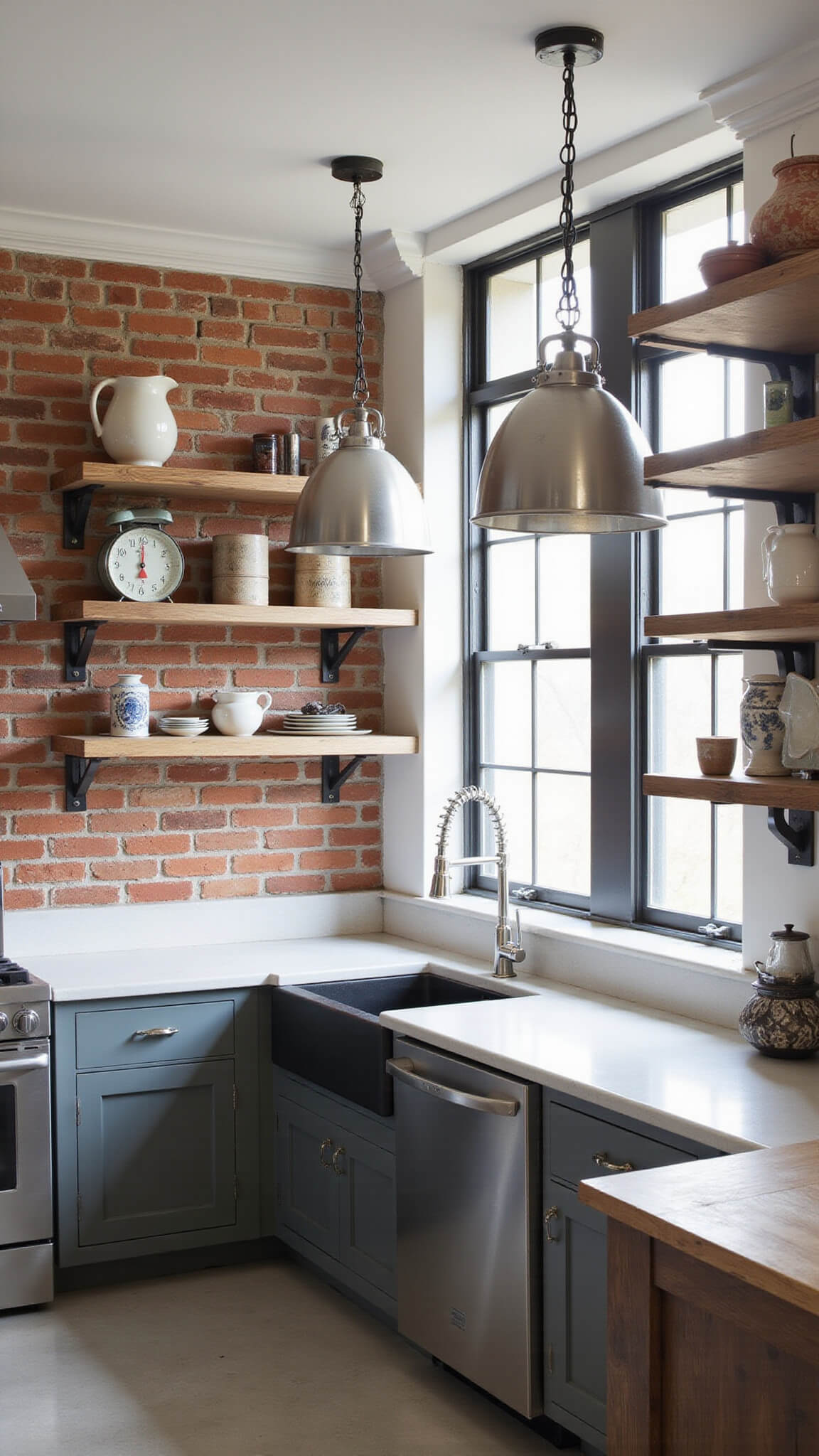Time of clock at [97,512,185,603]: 5:00
